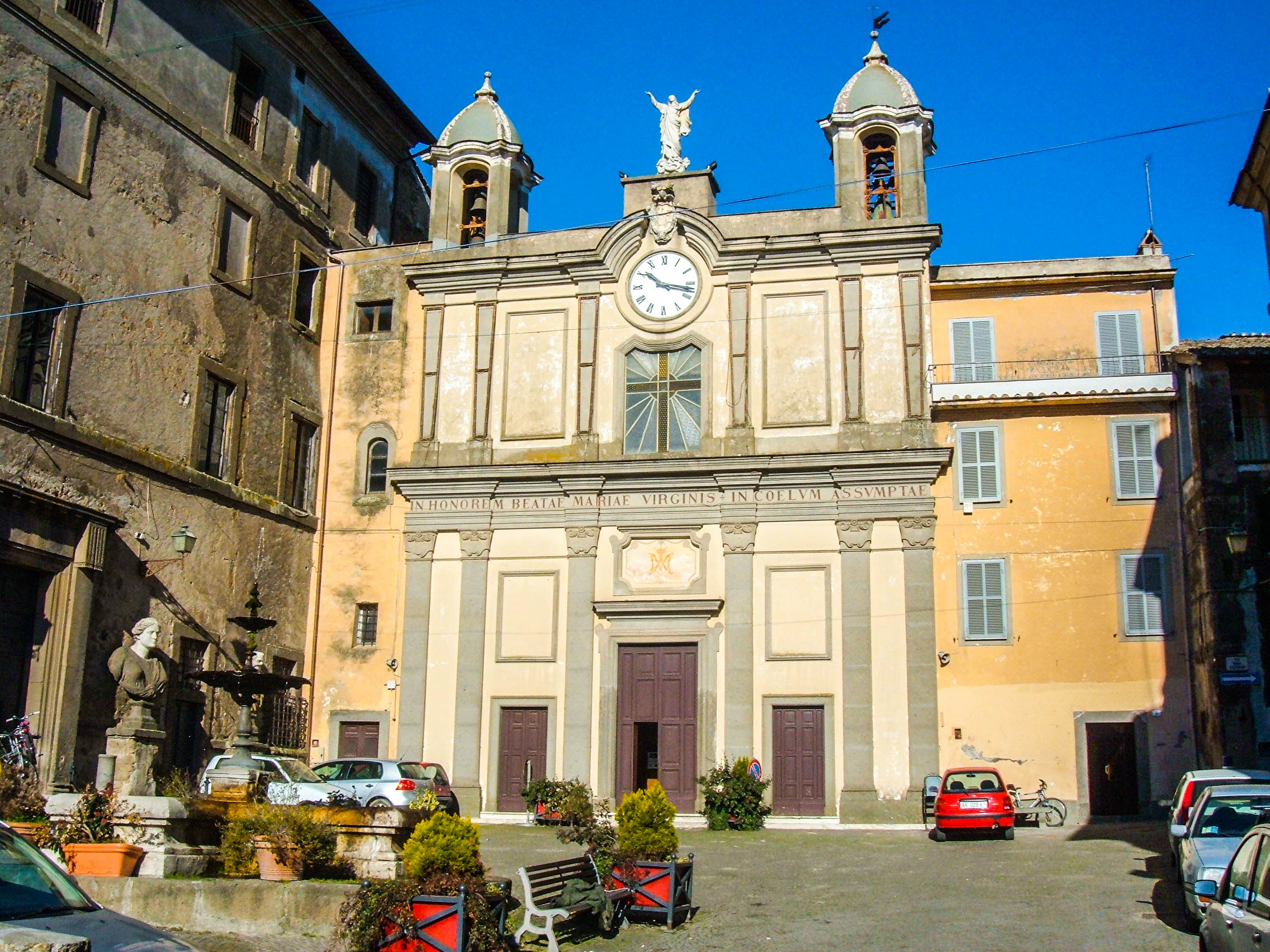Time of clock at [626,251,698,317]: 10:17
